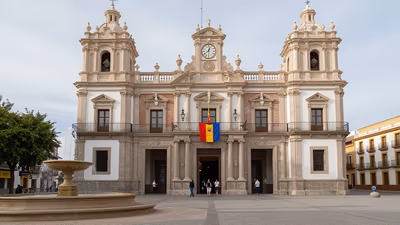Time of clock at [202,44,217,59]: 12:38
